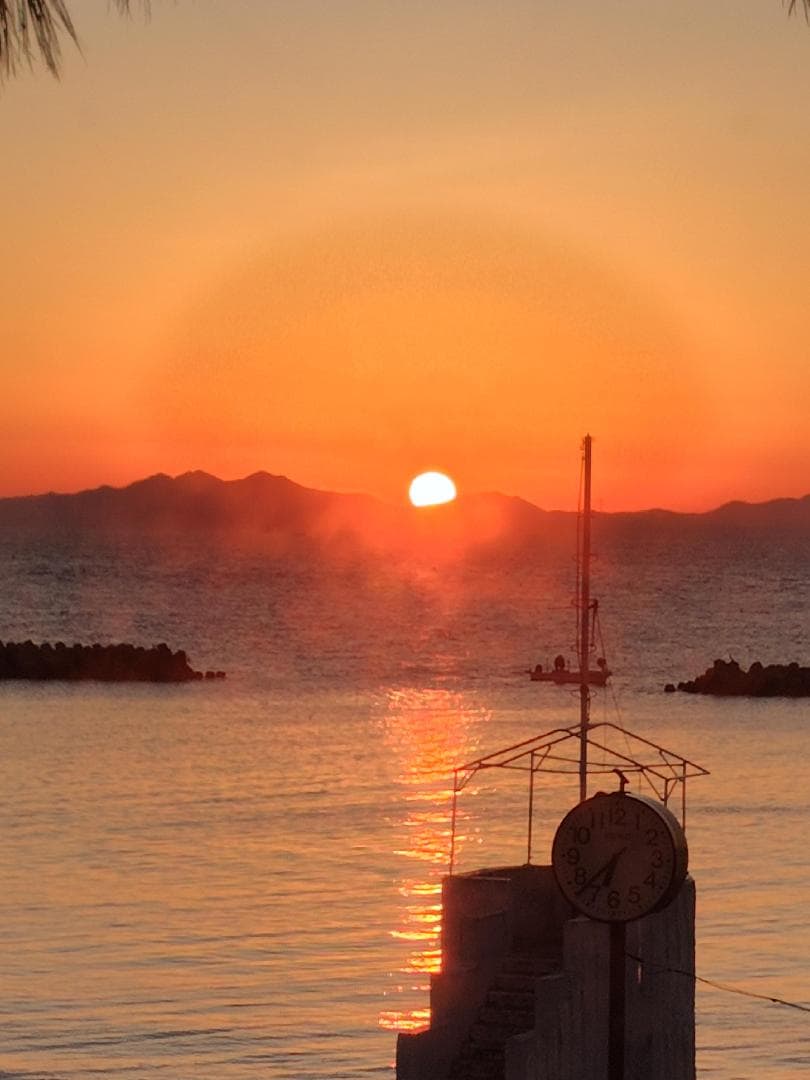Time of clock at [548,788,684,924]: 6:37
